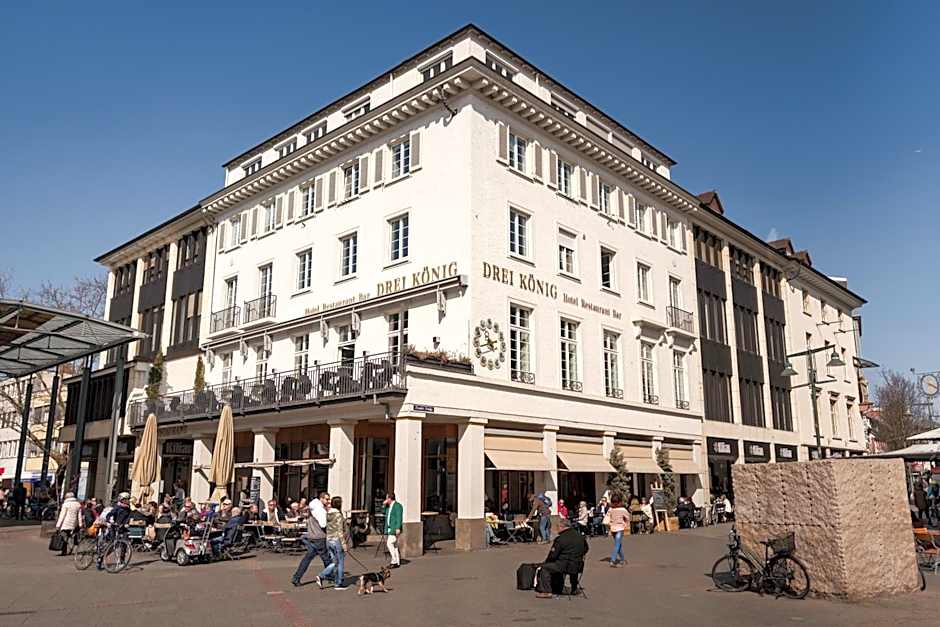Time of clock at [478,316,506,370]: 10:42
